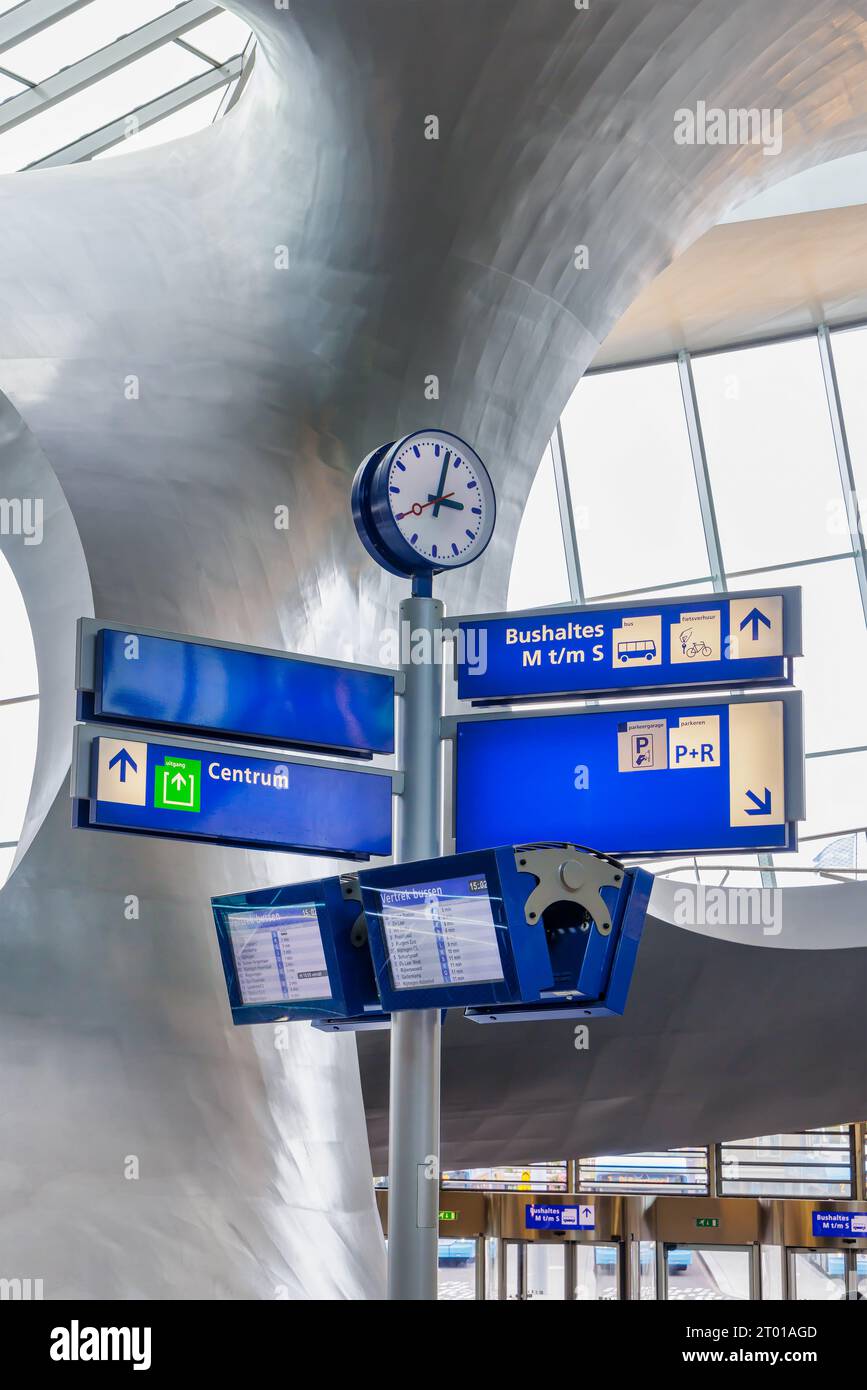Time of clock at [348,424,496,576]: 3:02
